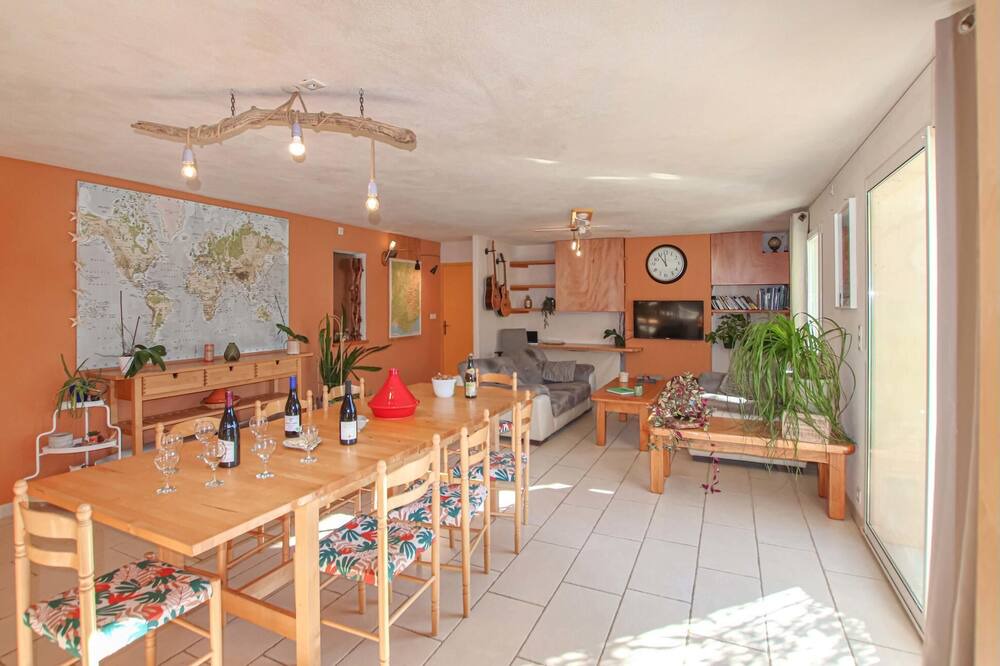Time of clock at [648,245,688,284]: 10:59
